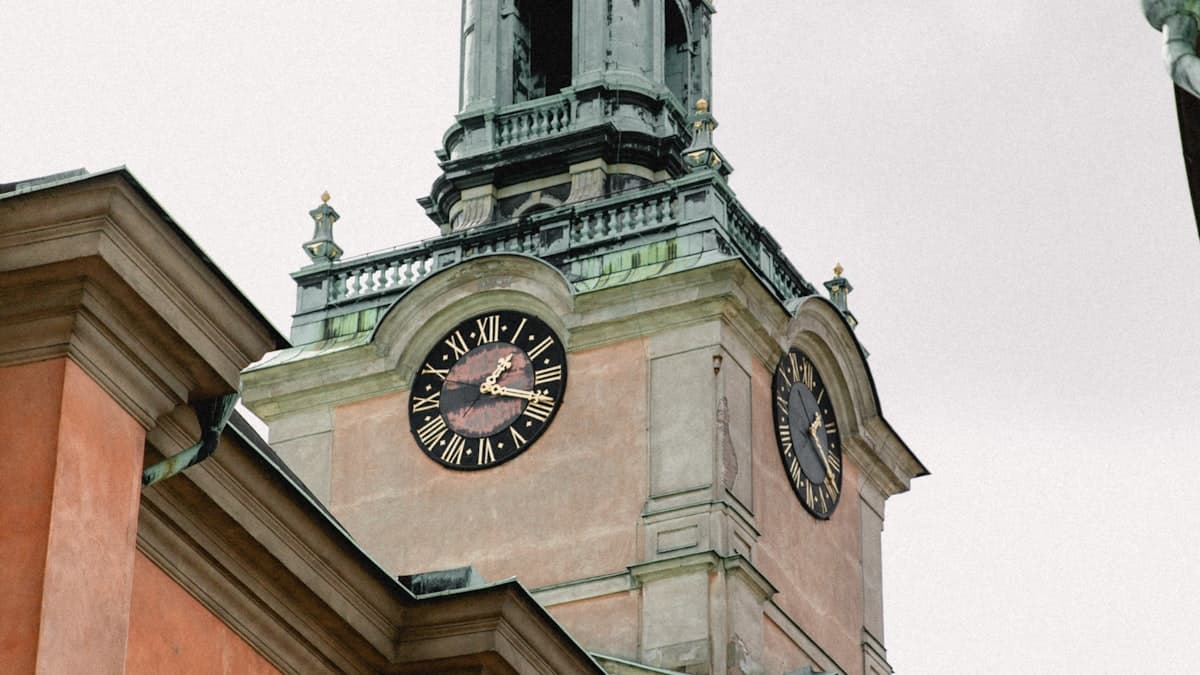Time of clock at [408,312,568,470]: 1:18
